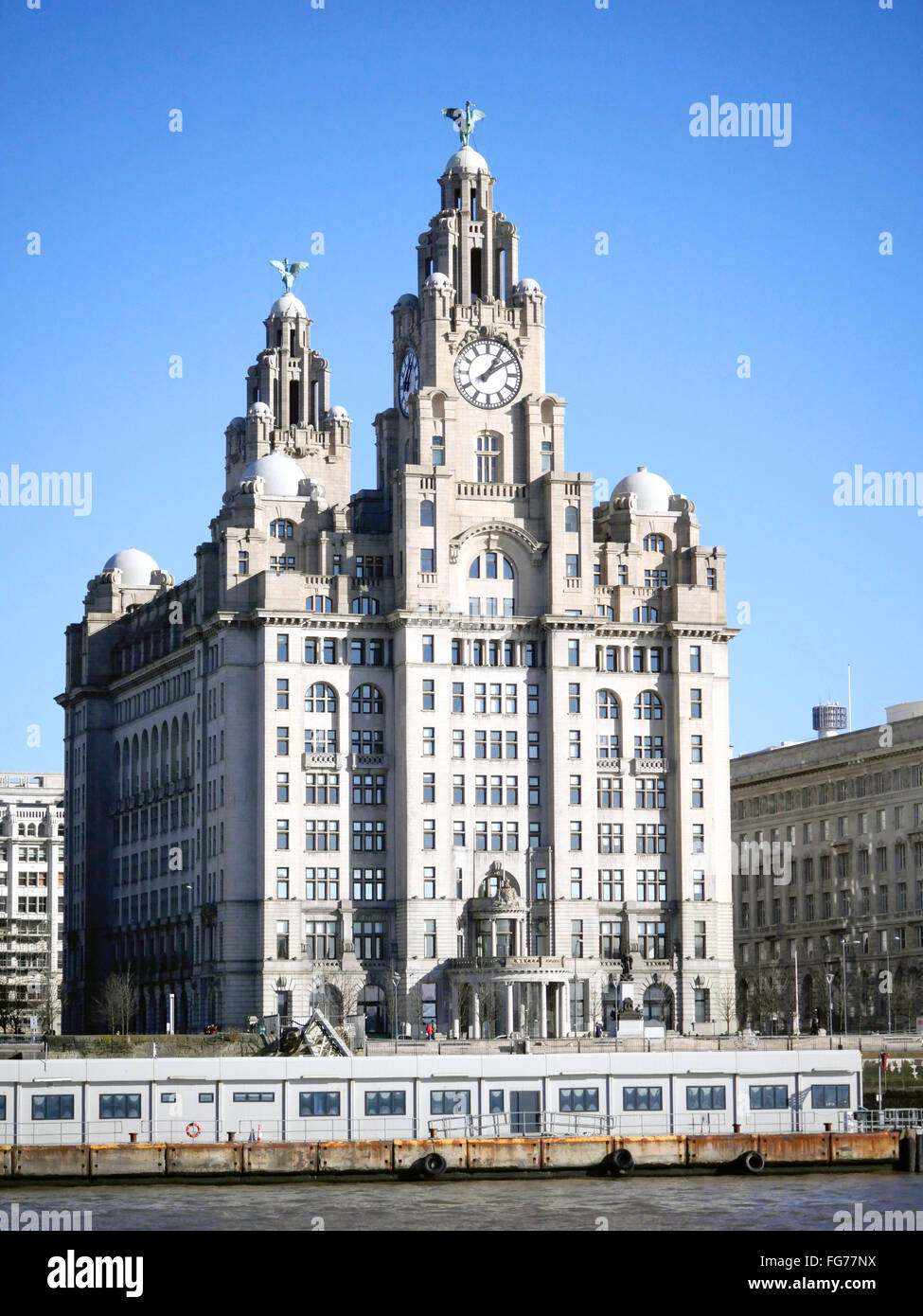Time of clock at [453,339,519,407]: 1:09
